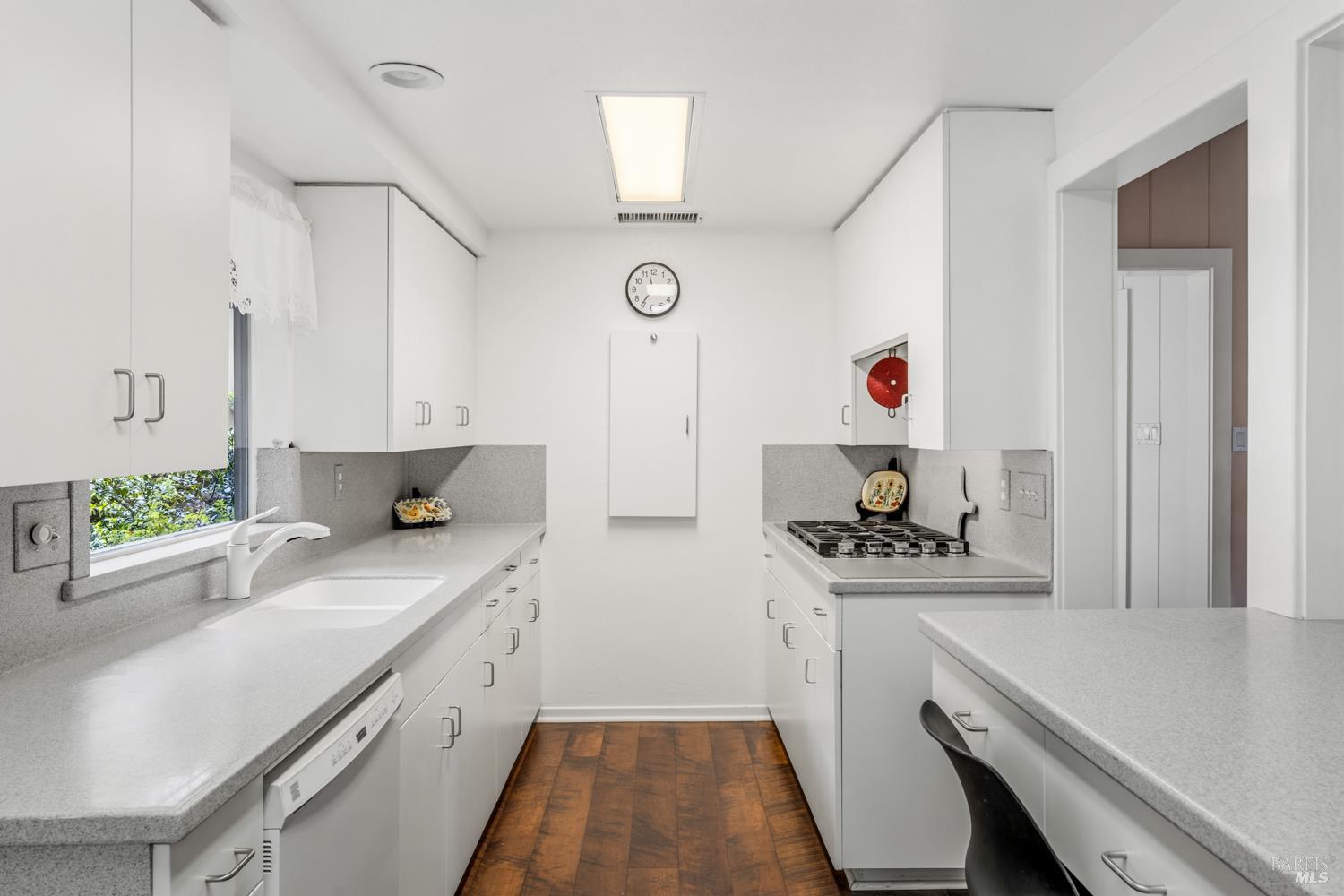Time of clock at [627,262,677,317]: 11:35
